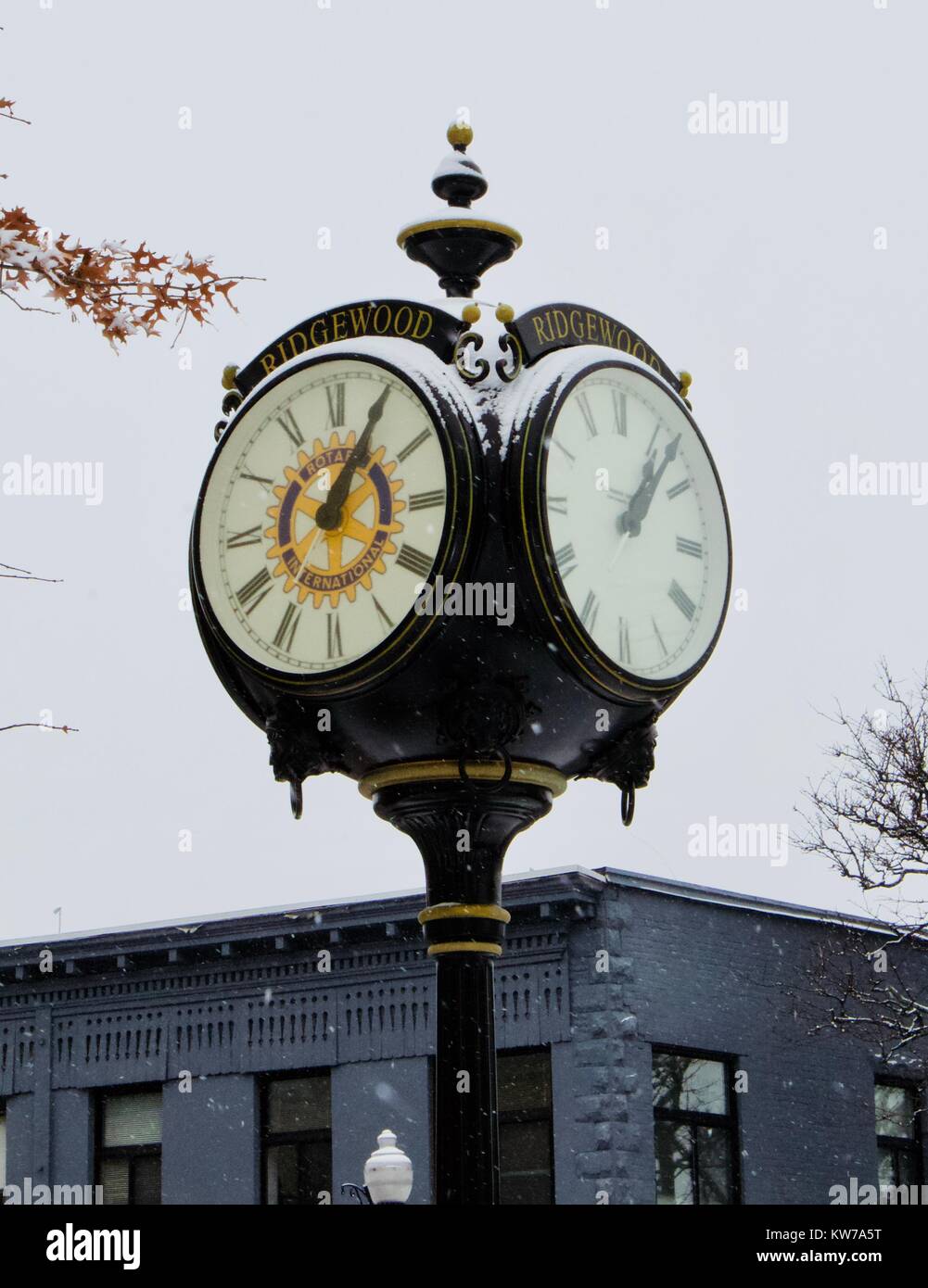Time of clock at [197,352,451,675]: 1:05
